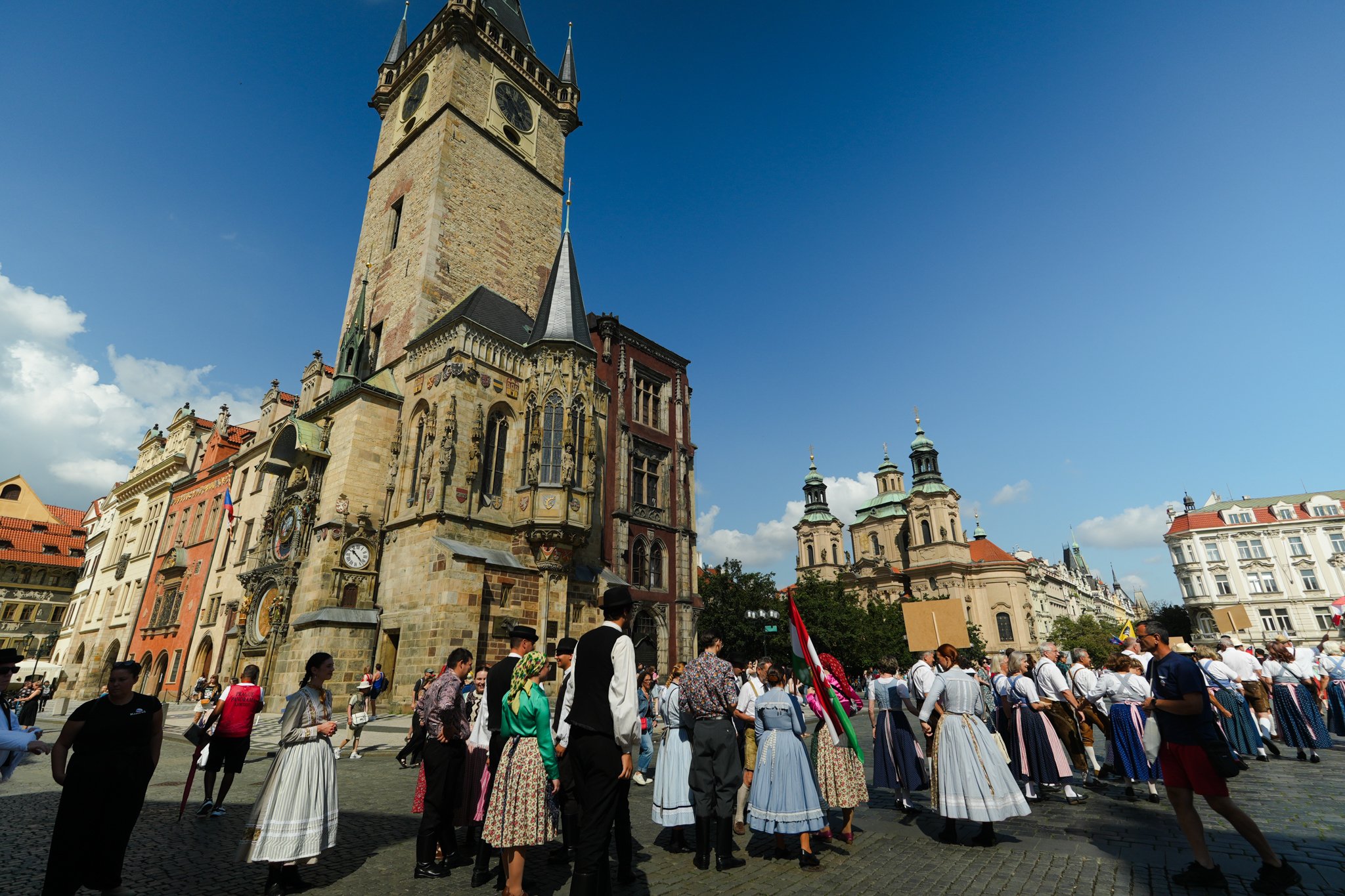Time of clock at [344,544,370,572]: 10:22
